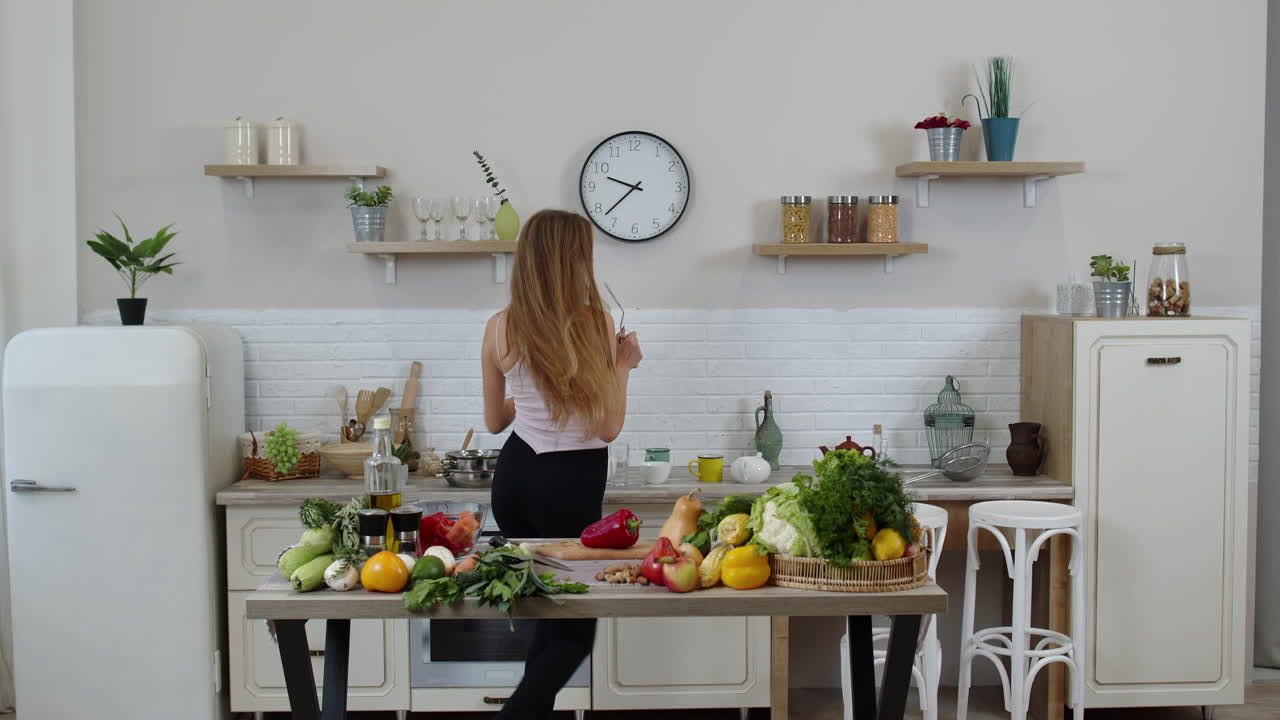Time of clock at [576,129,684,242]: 9:37
